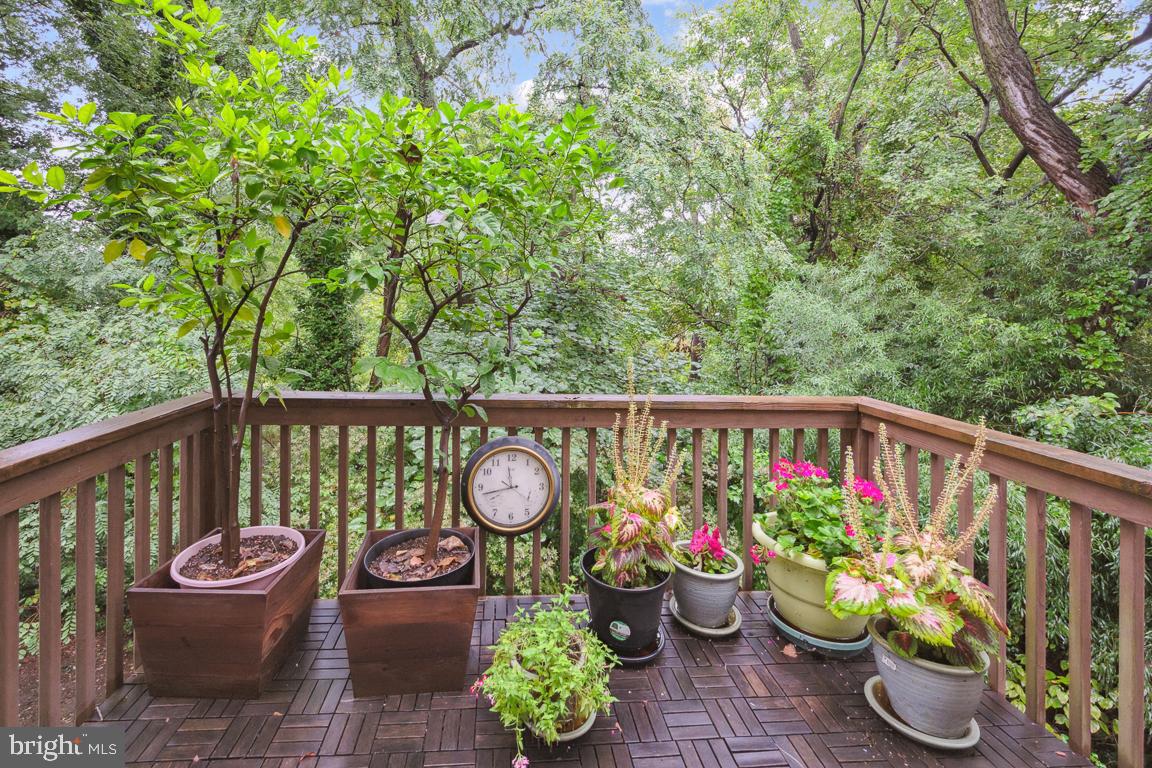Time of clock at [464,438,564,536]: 11:42
